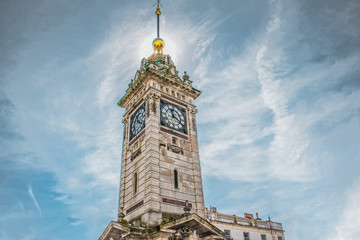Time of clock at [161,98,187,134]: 11:19
